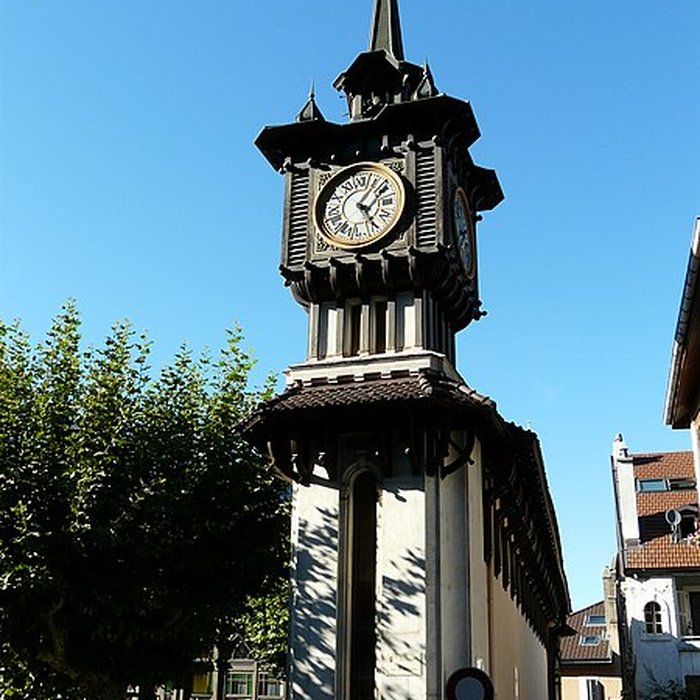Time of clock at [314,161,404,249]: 1:24
